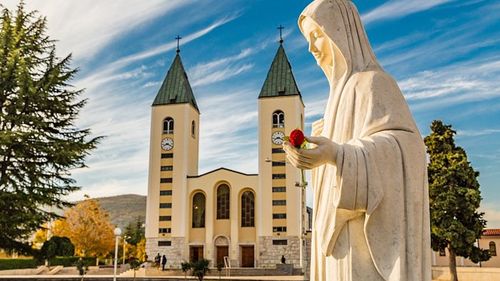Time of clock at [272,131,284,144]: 8:18
